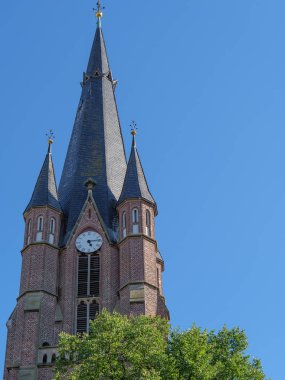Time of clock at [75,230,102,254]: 5:13
